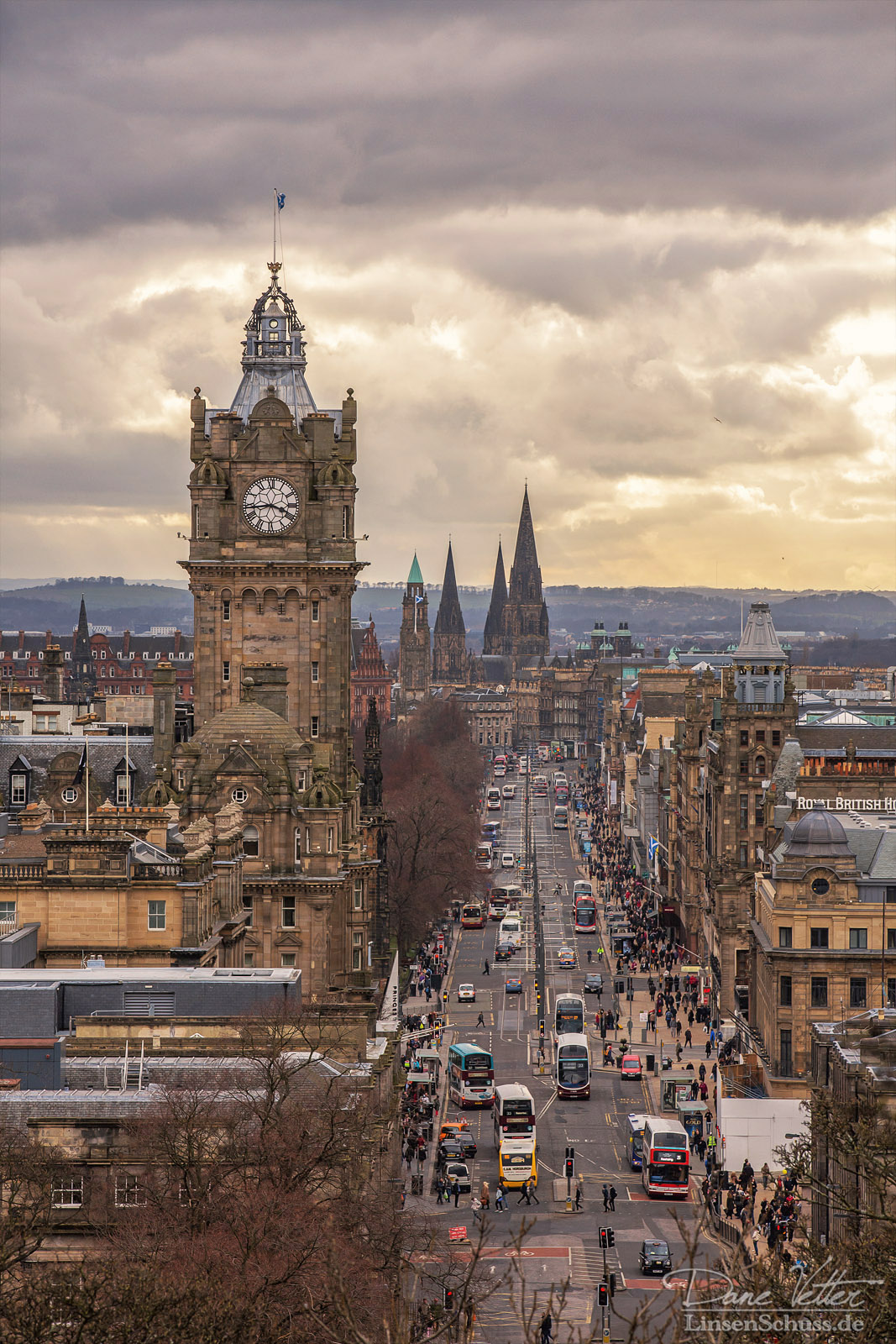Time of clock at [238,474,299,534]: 3:43
